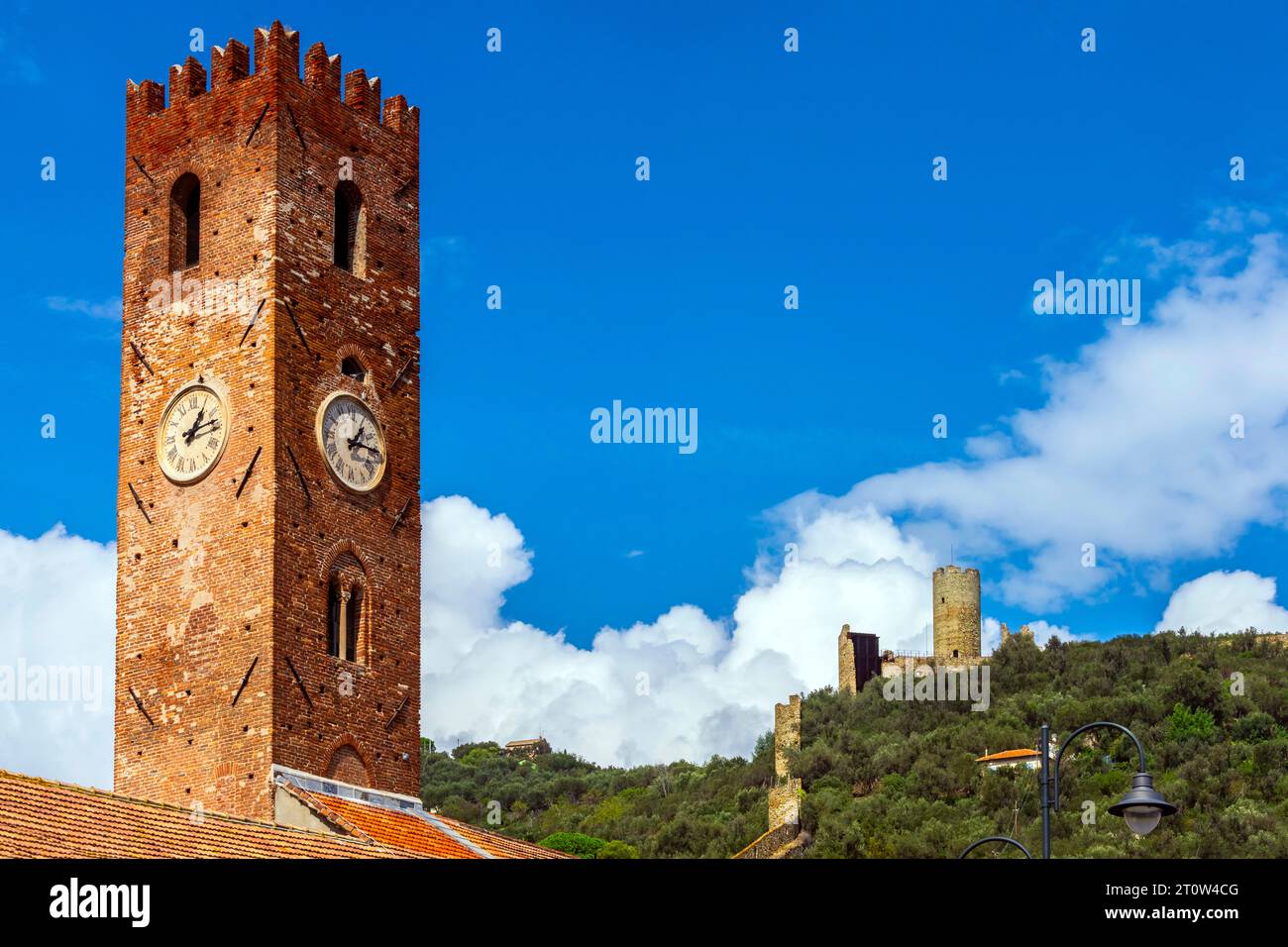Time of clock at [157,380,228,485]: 1:13
